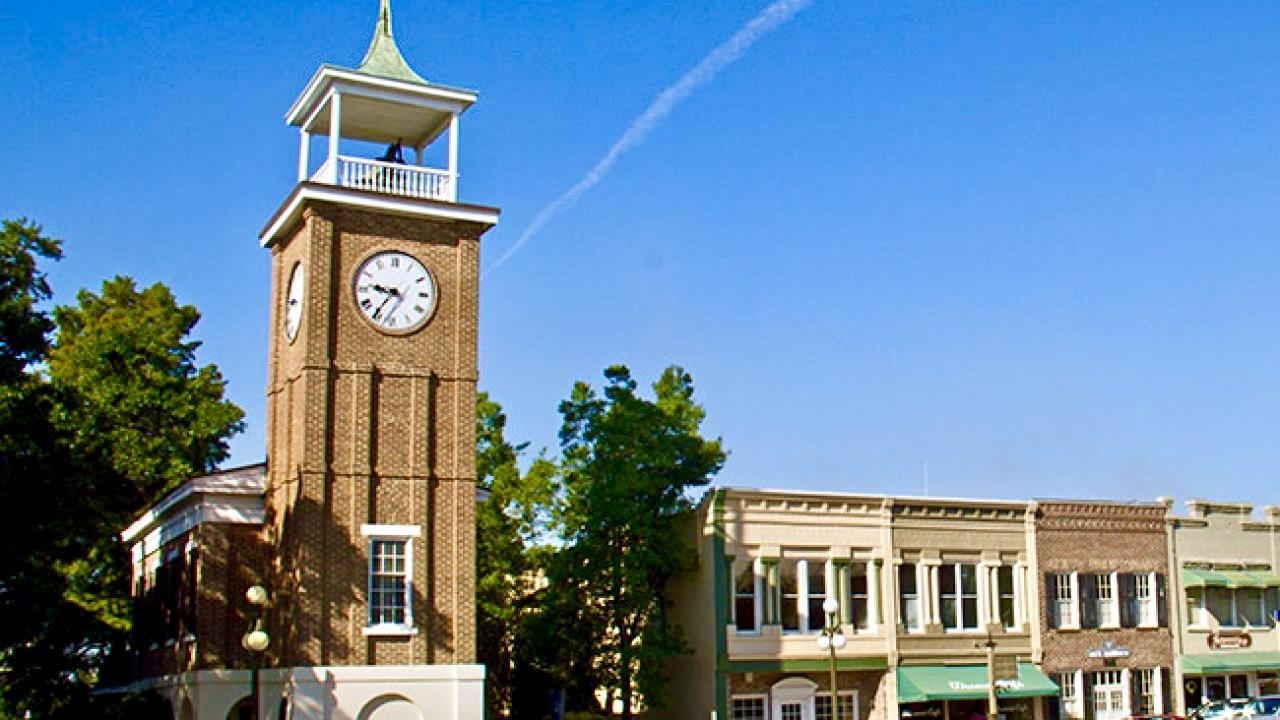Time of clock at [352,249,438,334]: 9:36
